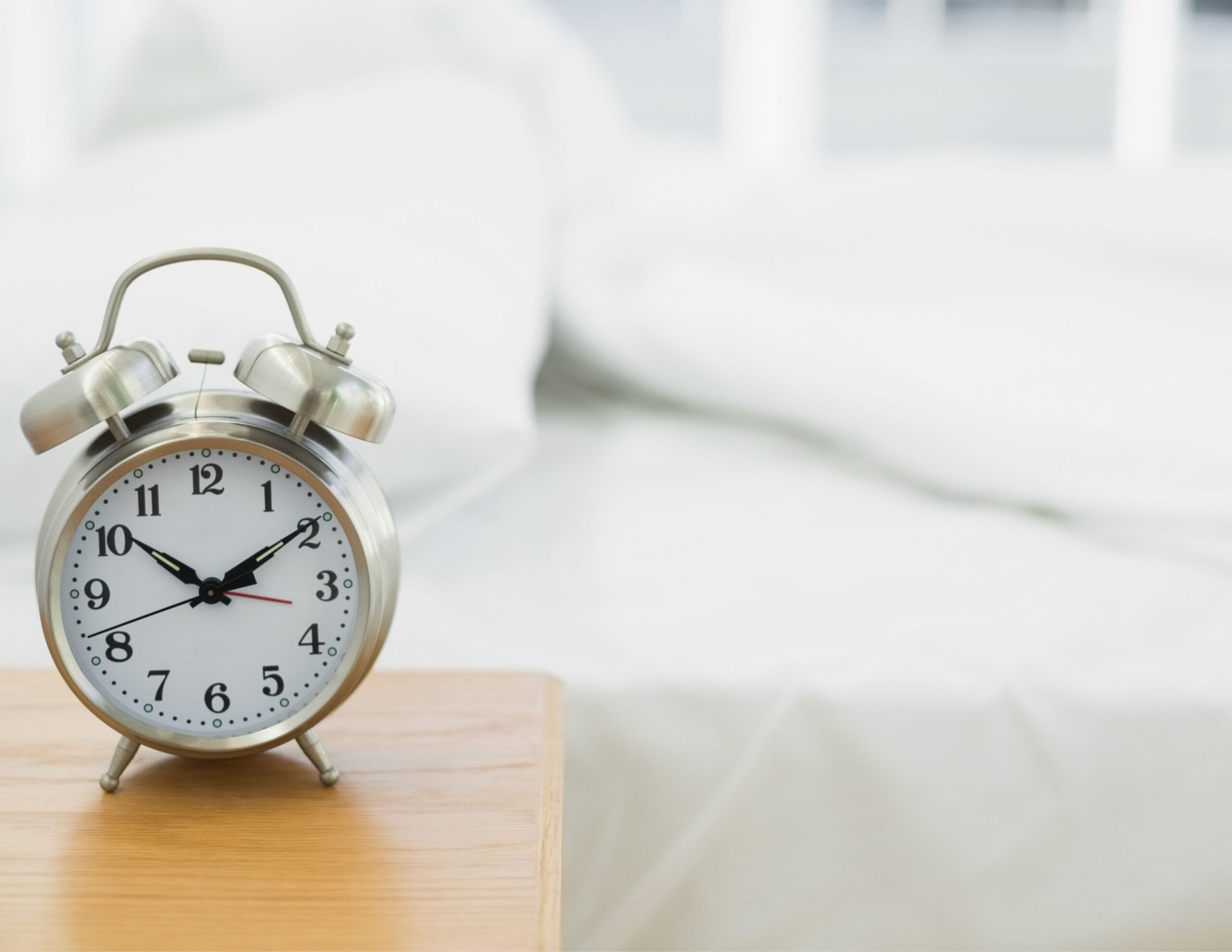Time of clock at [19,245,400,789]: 1:51
